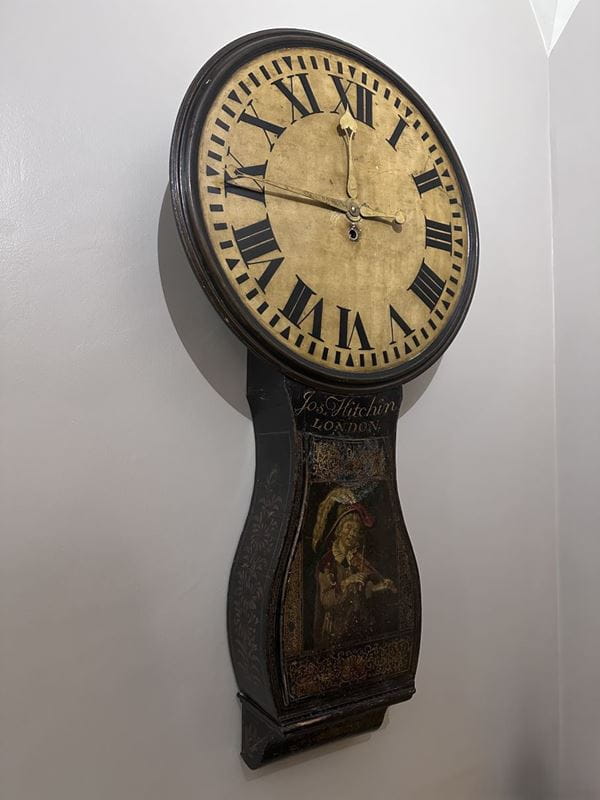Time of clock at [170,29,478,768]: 11:44
